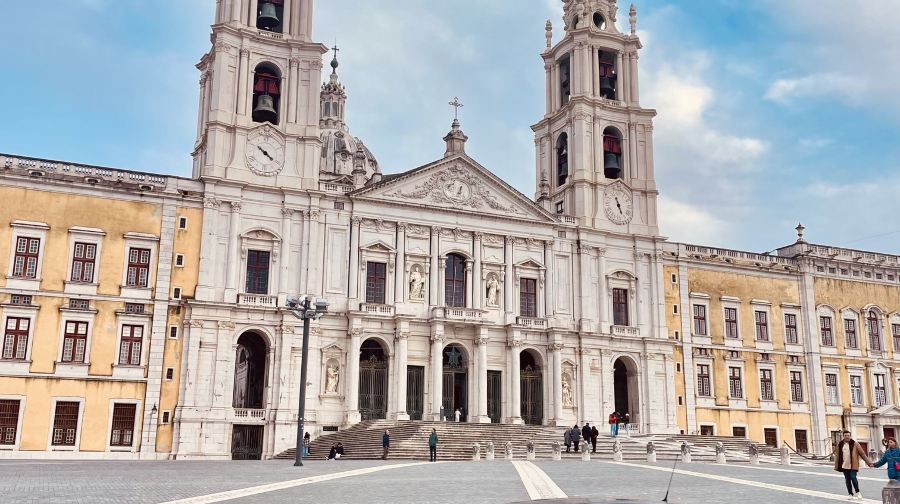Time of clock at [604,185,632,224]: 11:26
